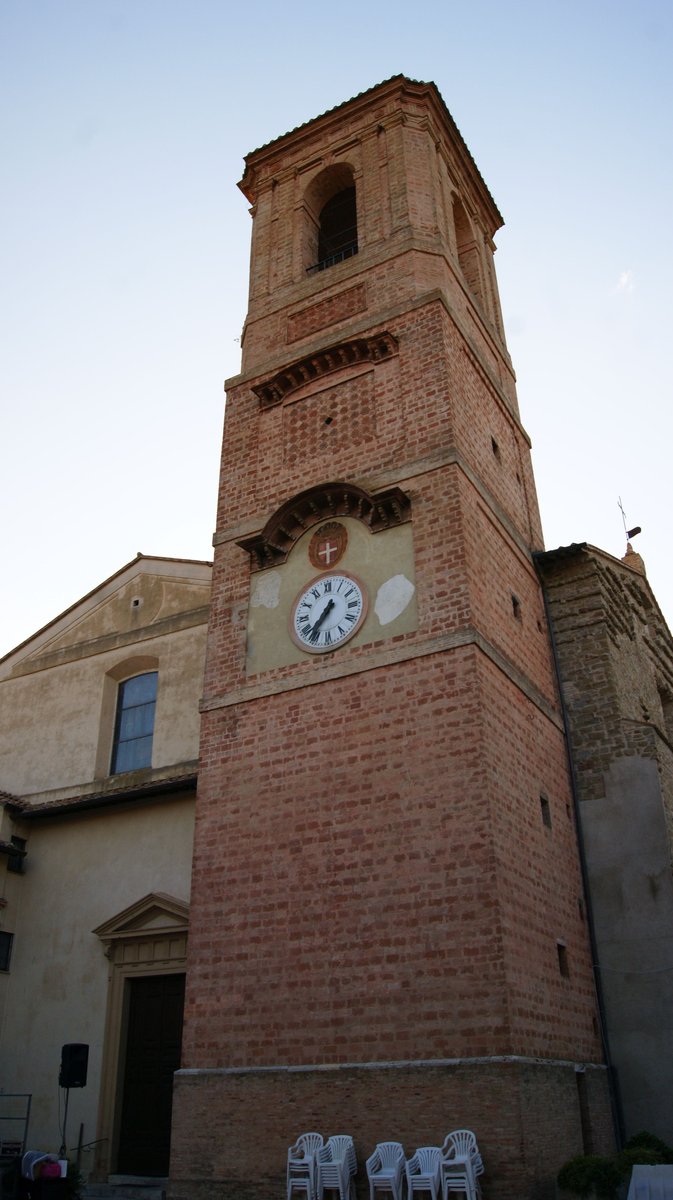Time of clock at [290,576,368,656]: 7:36
